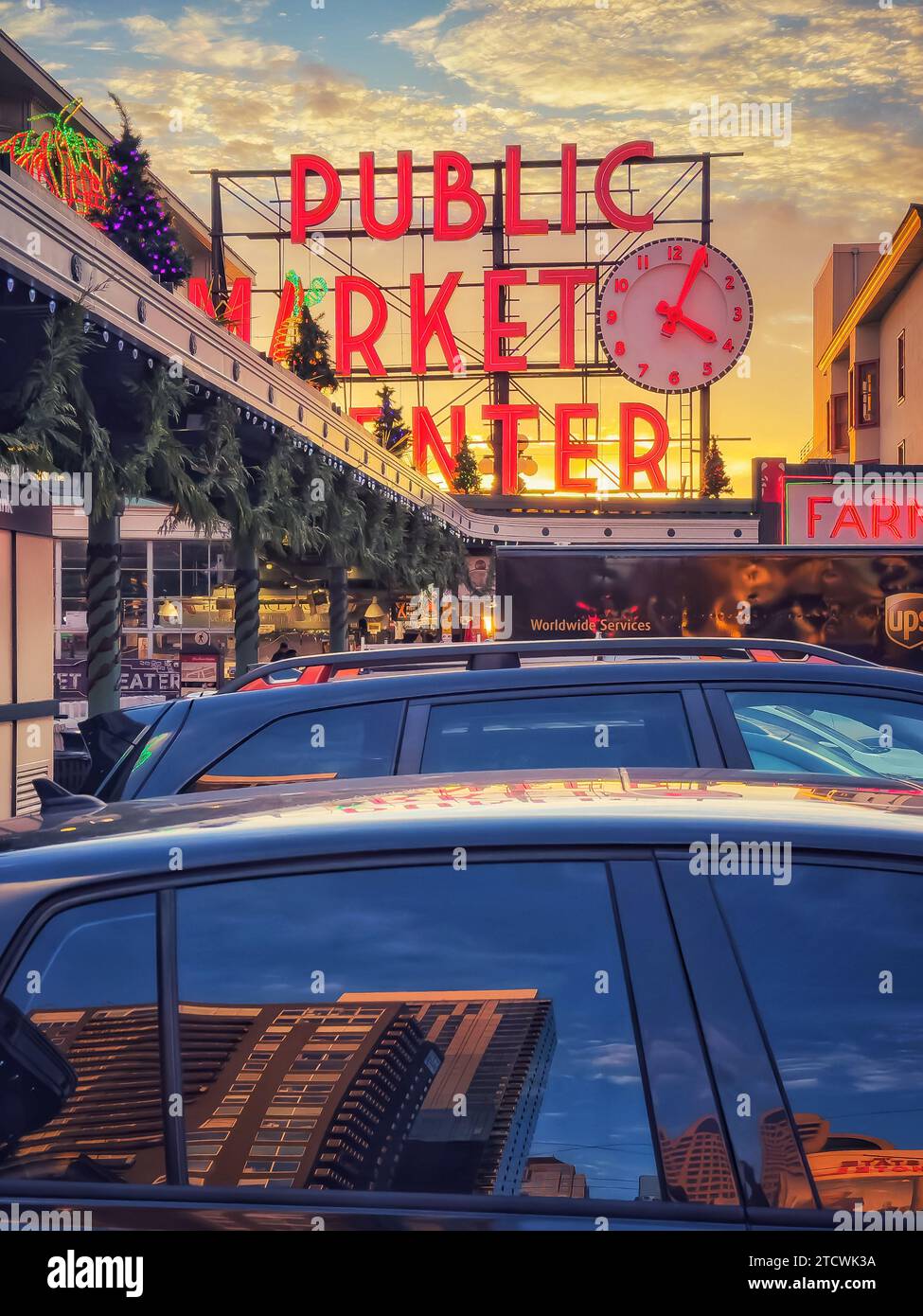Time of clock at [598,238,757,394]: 4:03
